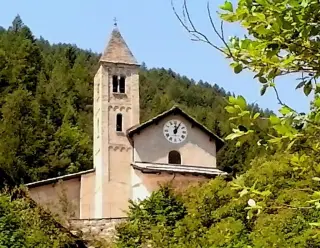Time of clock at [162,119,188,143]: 12:05
